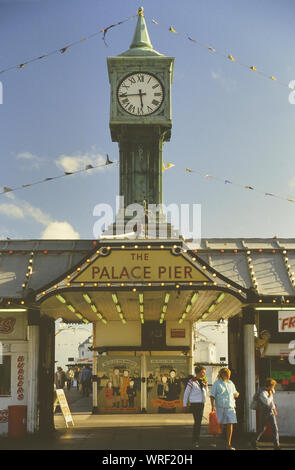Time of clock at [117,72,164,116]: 5:43
